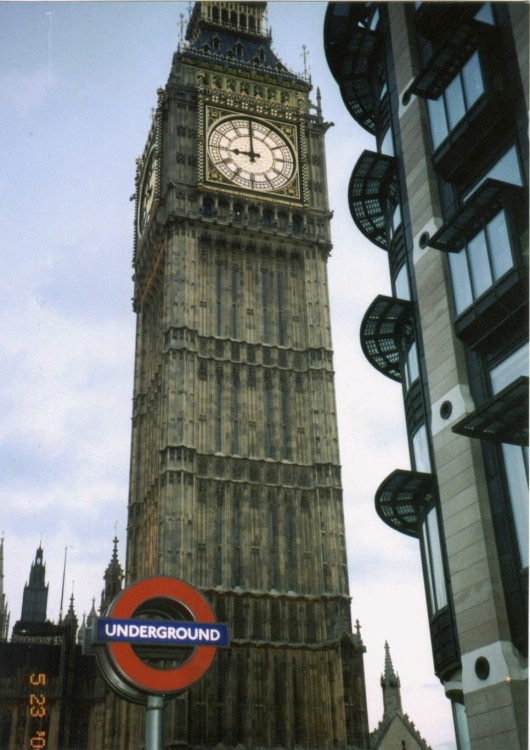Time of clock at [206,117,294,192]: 8:59
